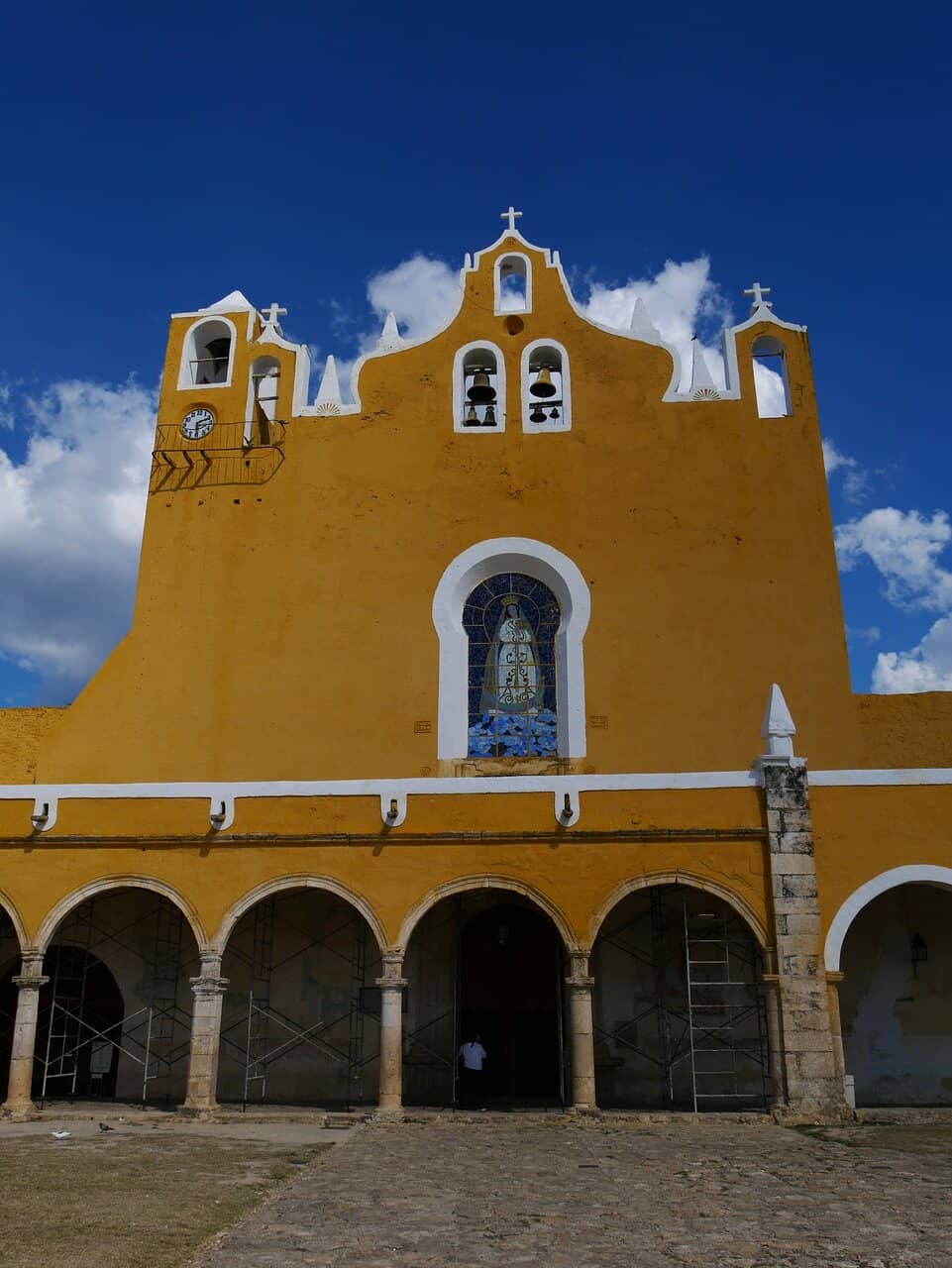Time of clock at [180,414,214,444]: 2:29
